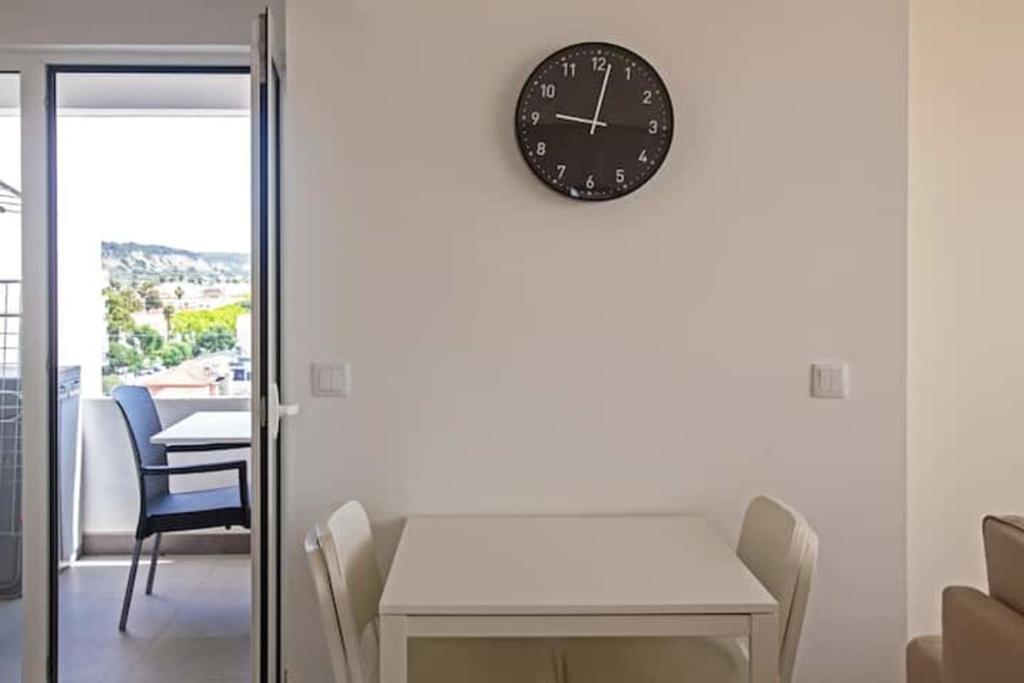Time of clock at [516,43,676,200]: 9:01
